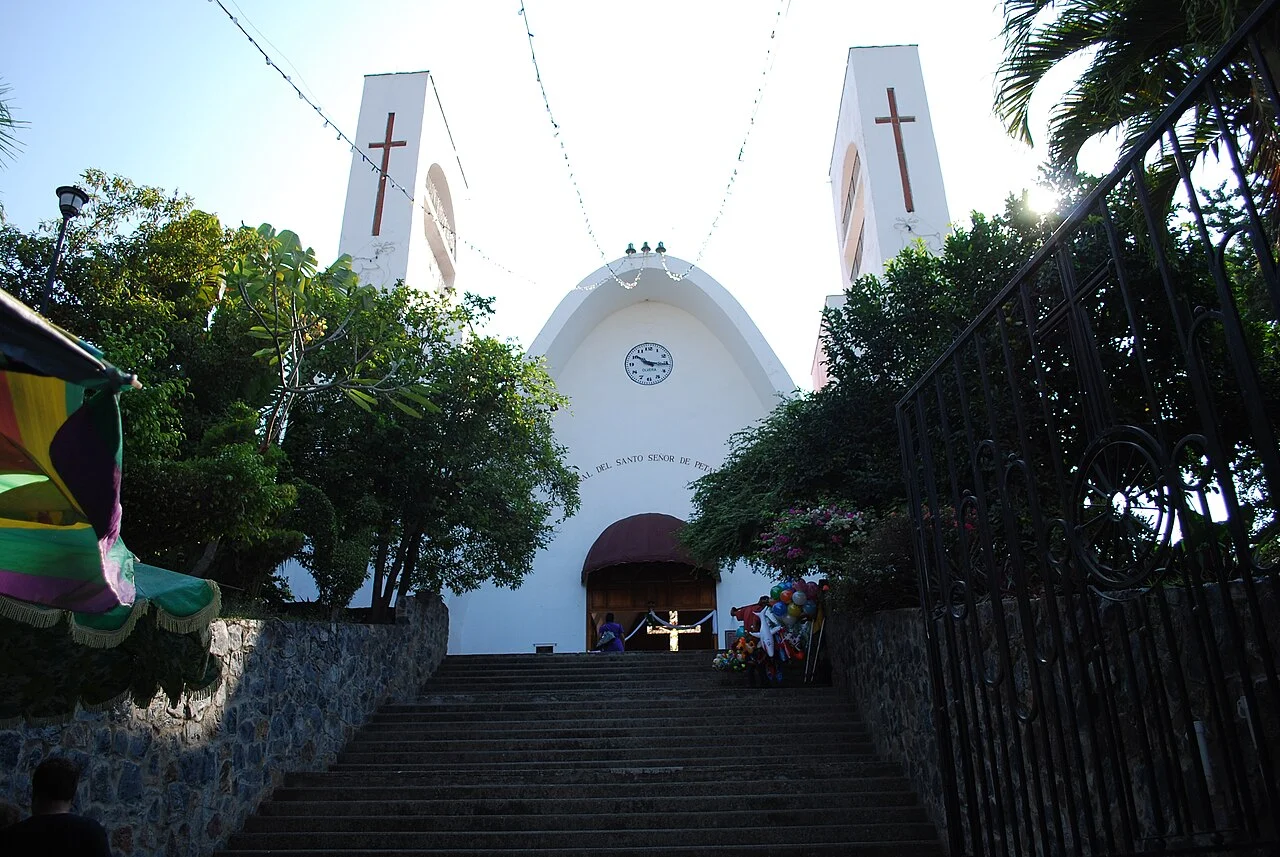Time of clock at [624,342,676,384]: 10:15
